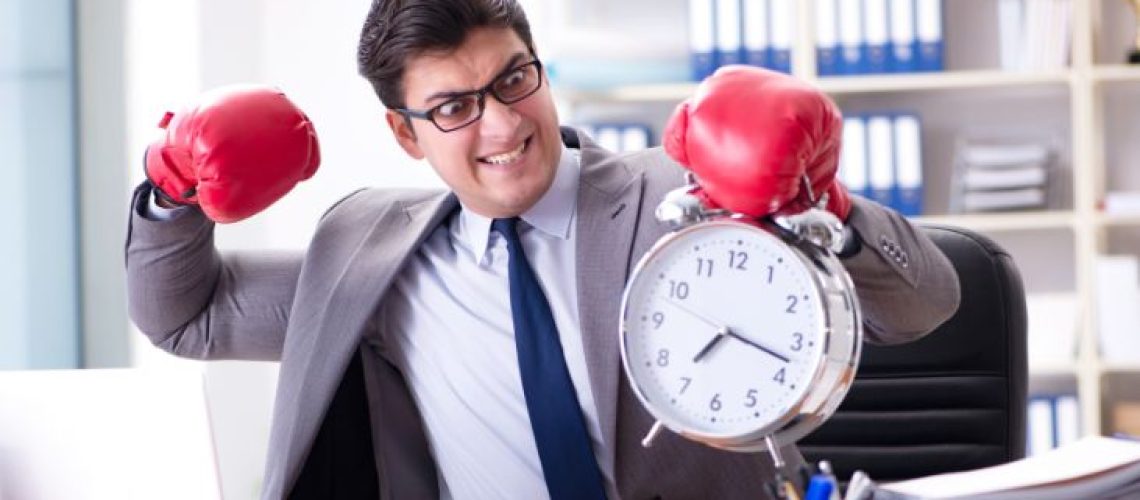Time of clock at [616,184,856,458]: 7:17
